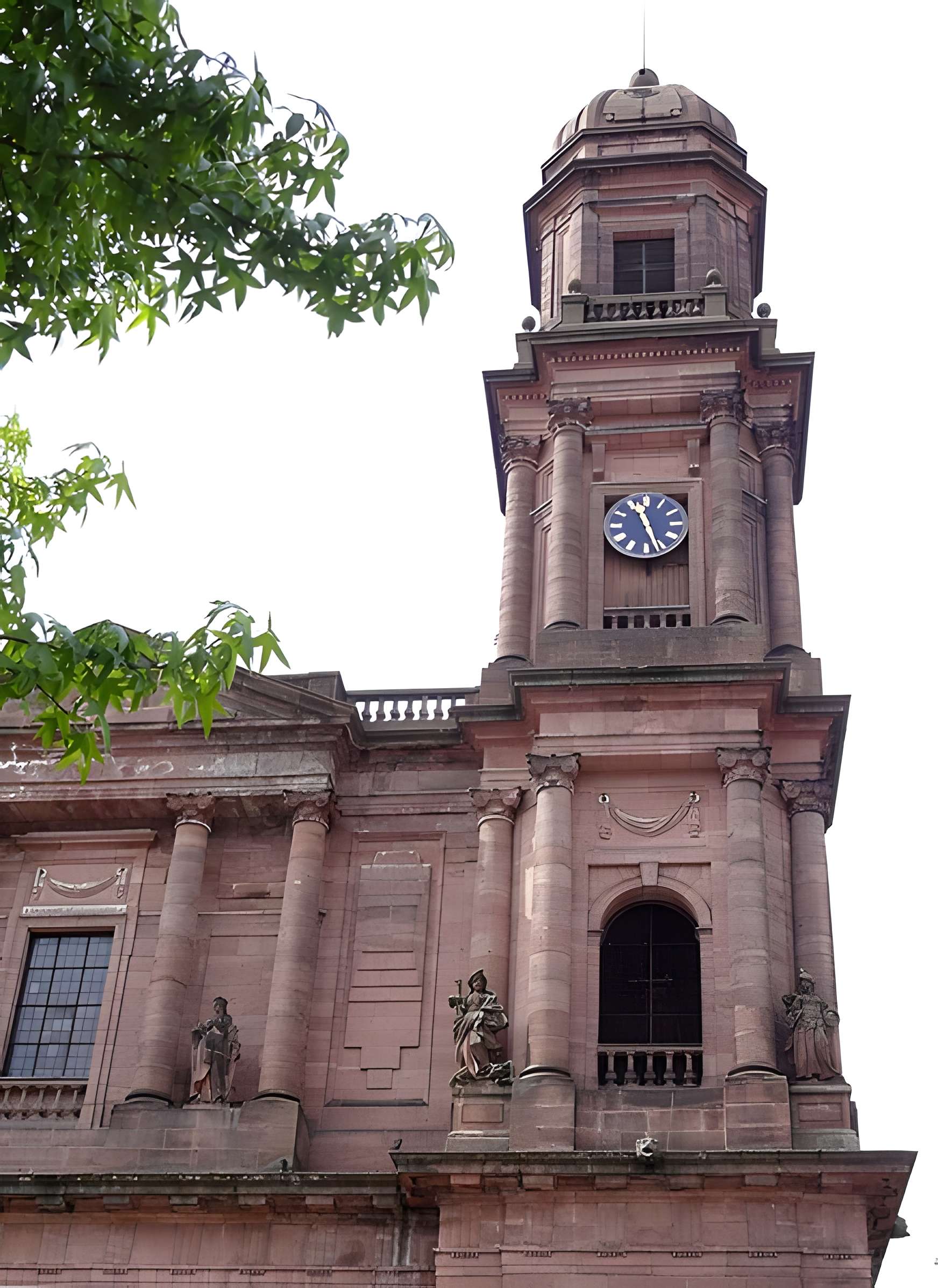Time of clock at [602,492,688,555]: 11:26
